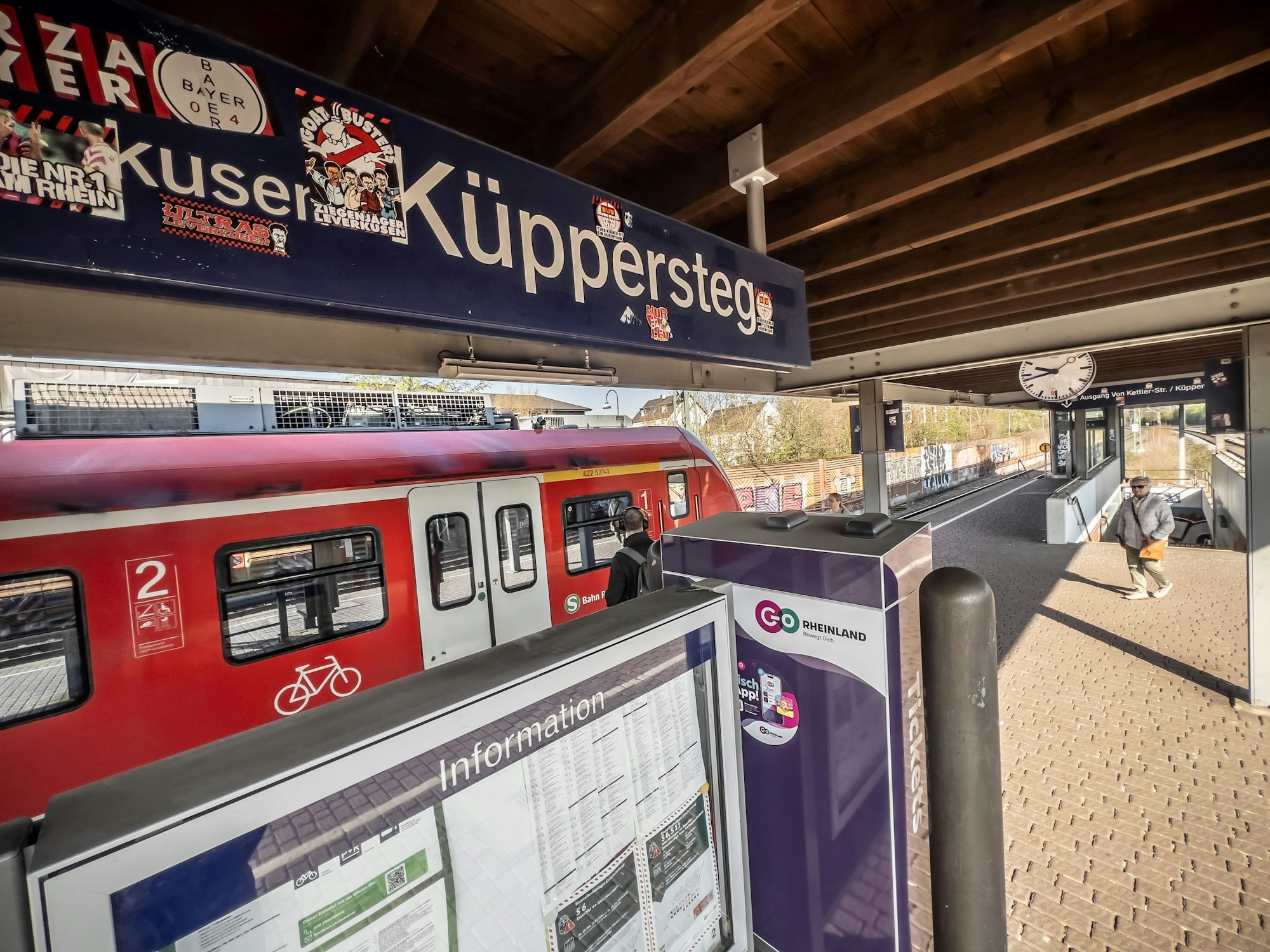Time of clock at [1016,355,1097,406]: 9:42
